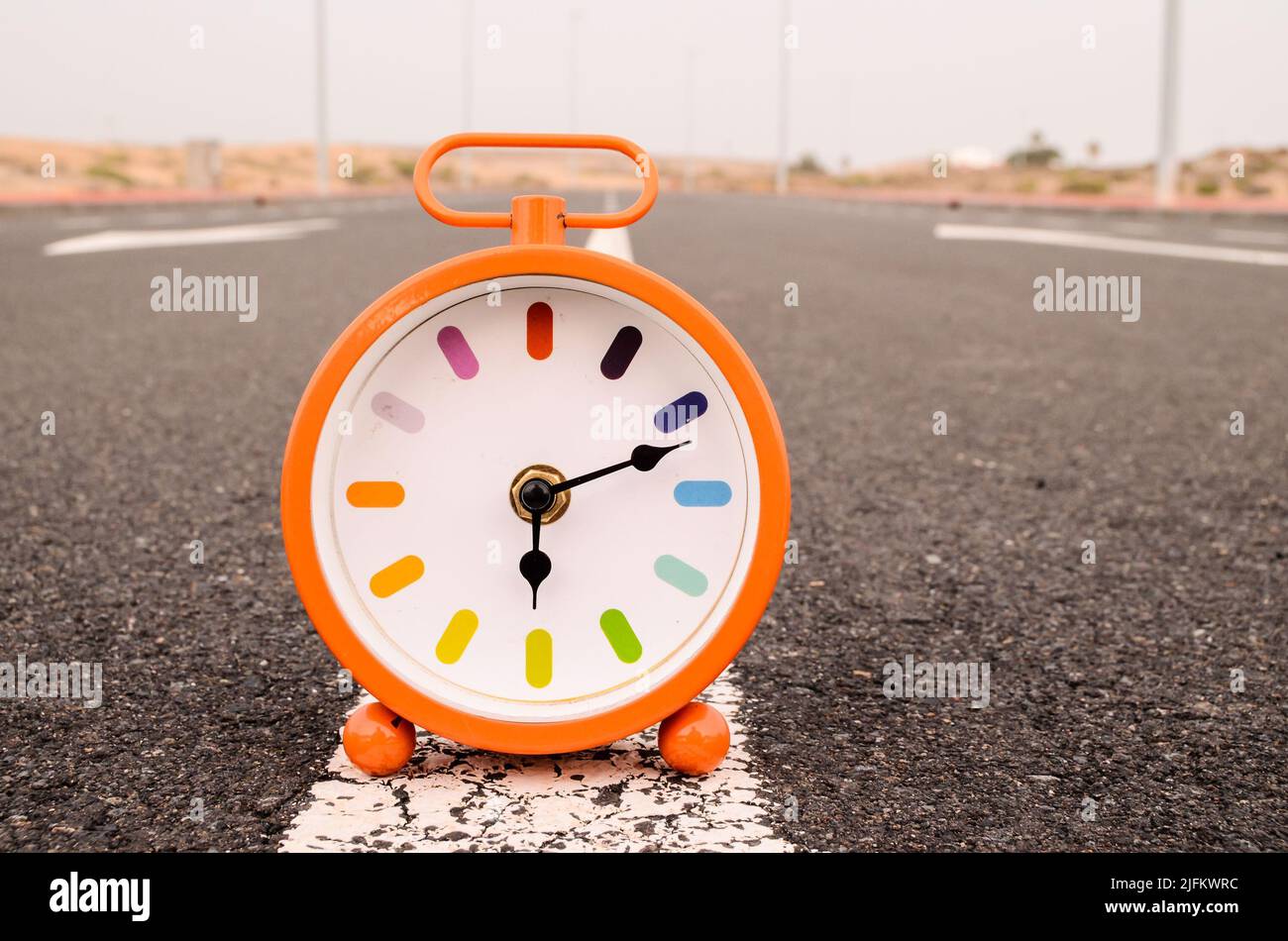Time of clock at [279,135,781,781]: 6:11
